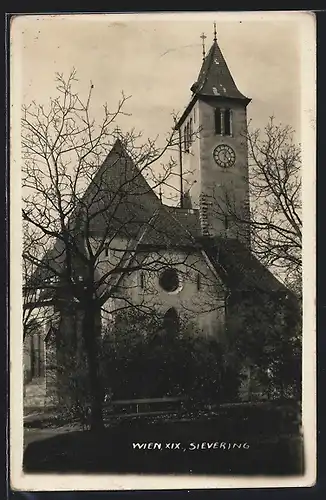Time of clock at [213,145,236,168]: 12:23
